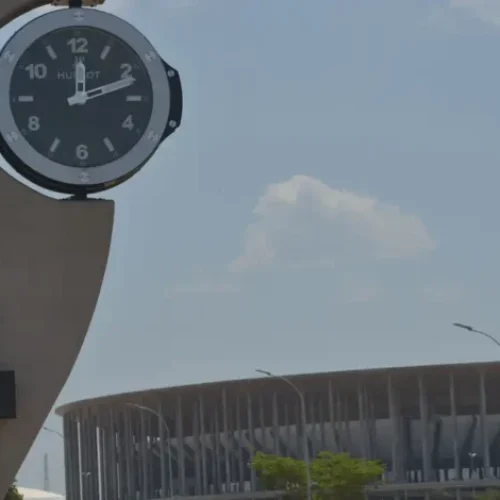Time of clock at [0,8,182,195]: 12:11
